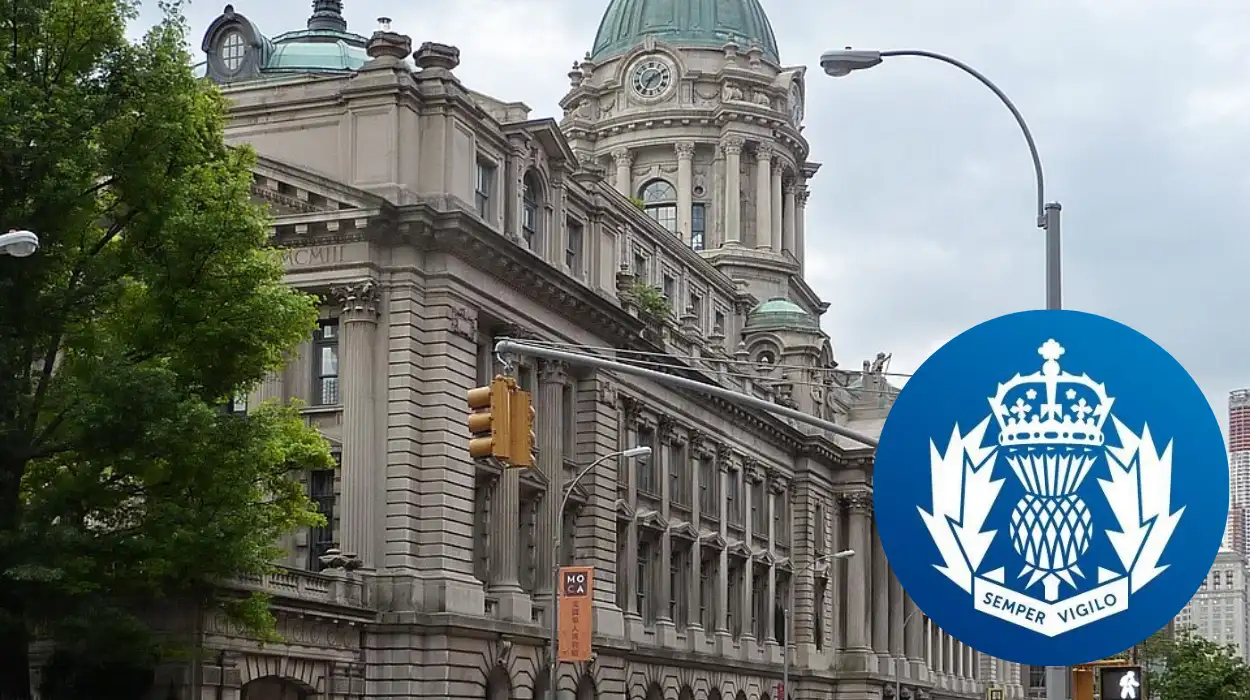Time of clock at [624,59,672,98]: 7:10
